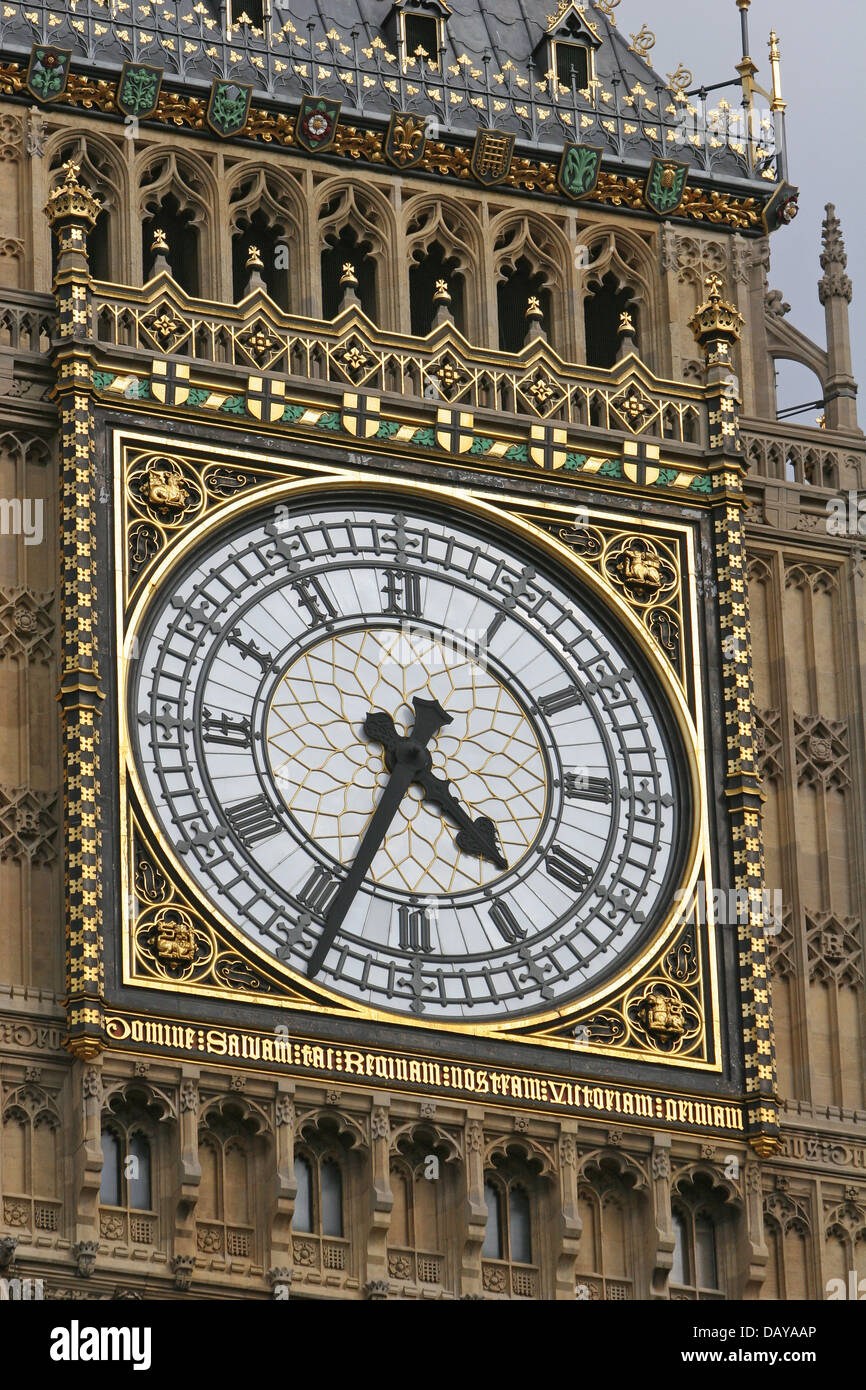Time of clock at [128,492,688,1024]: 4:34
